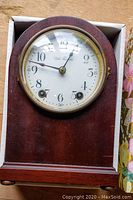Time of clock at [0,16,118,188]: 12:47
